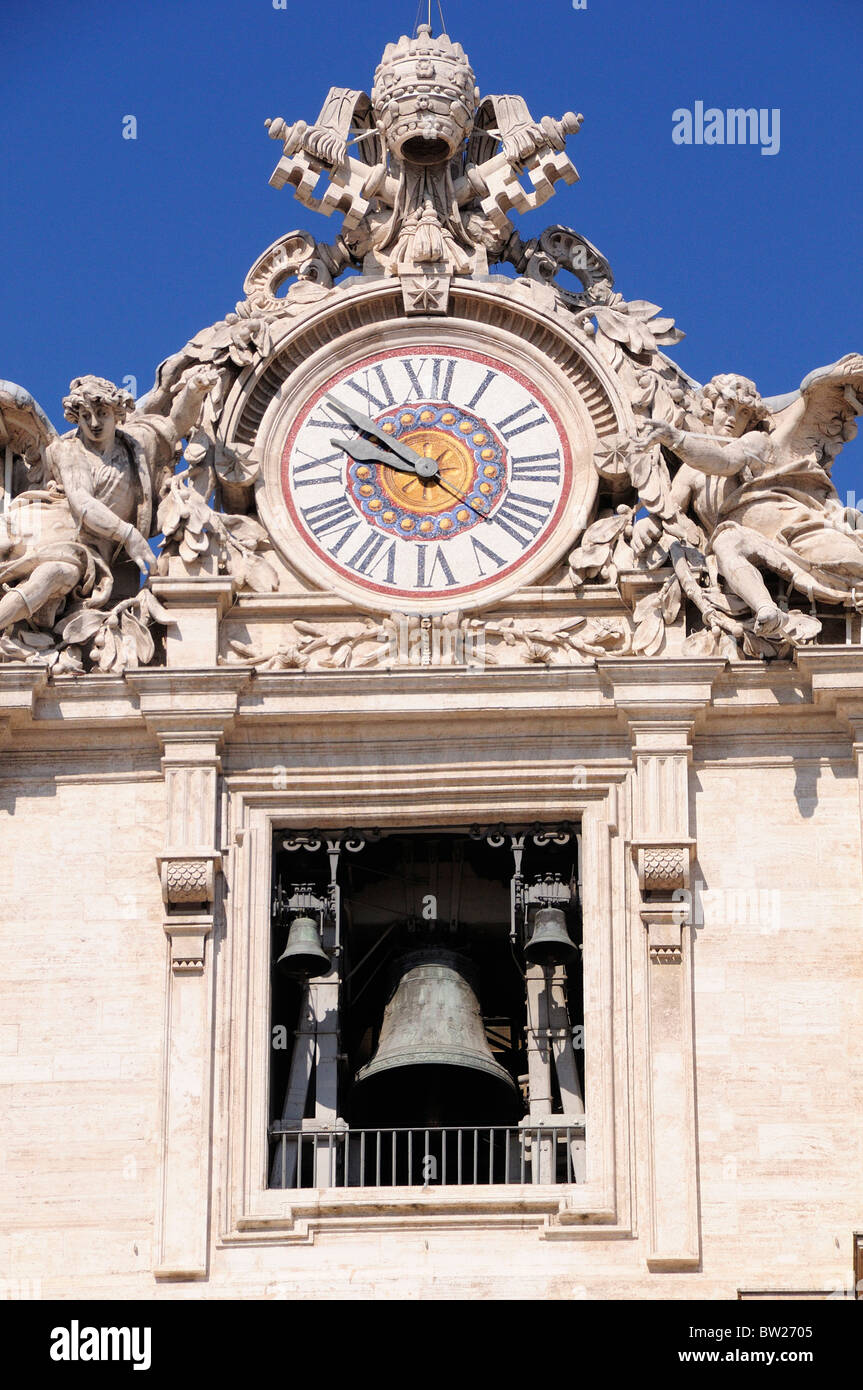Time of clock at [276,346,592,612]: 9:51
